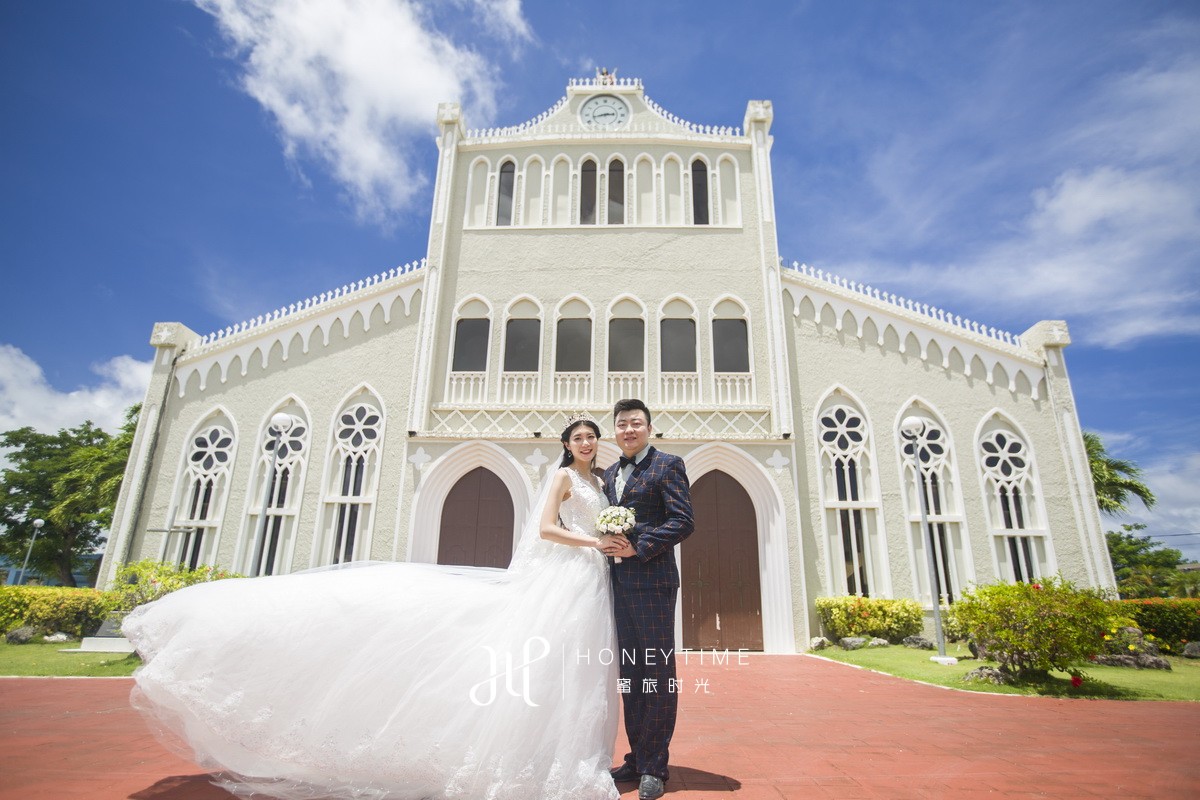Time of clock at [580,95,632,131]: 2:42
